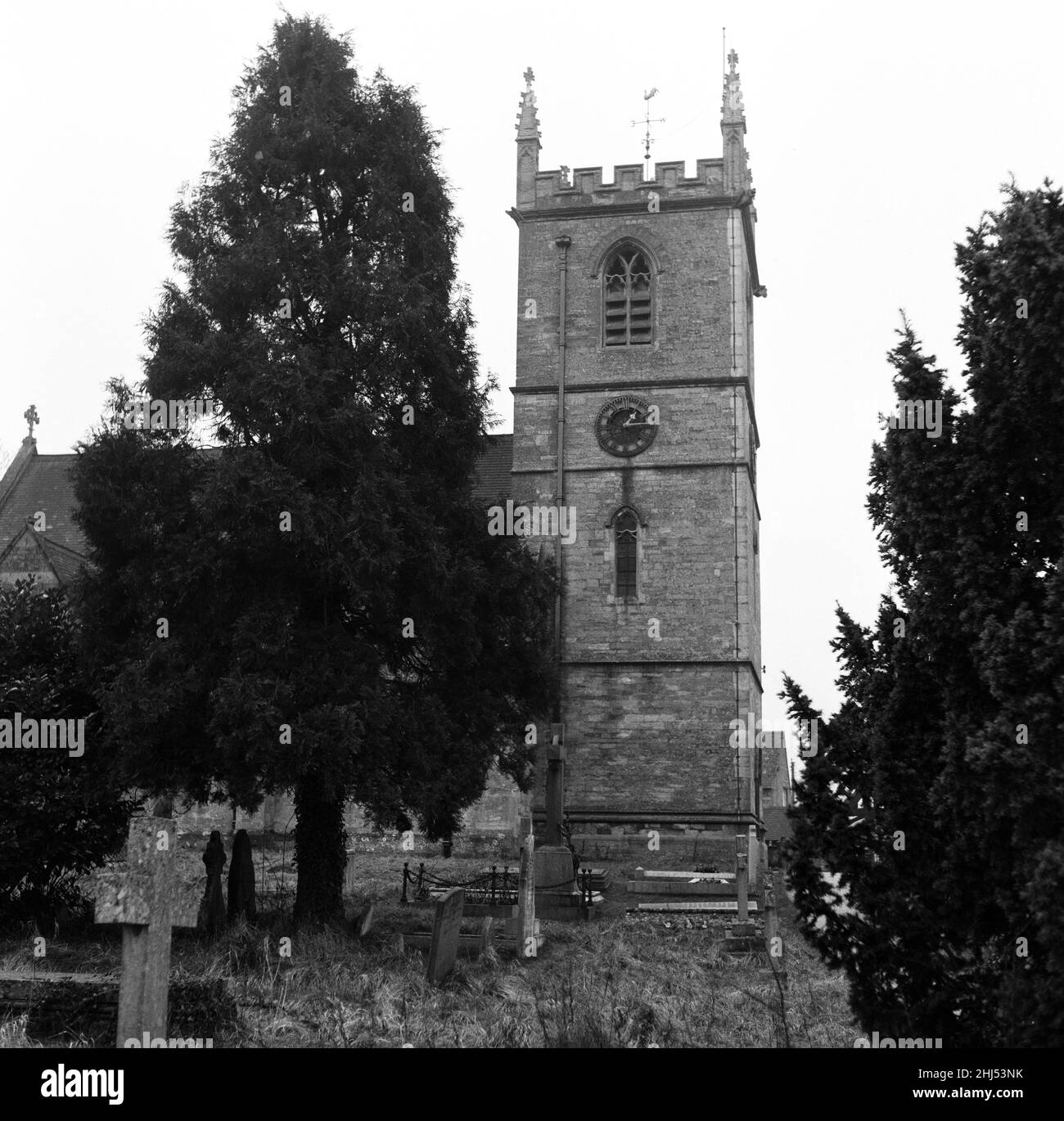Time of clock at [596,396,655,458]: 1:14
